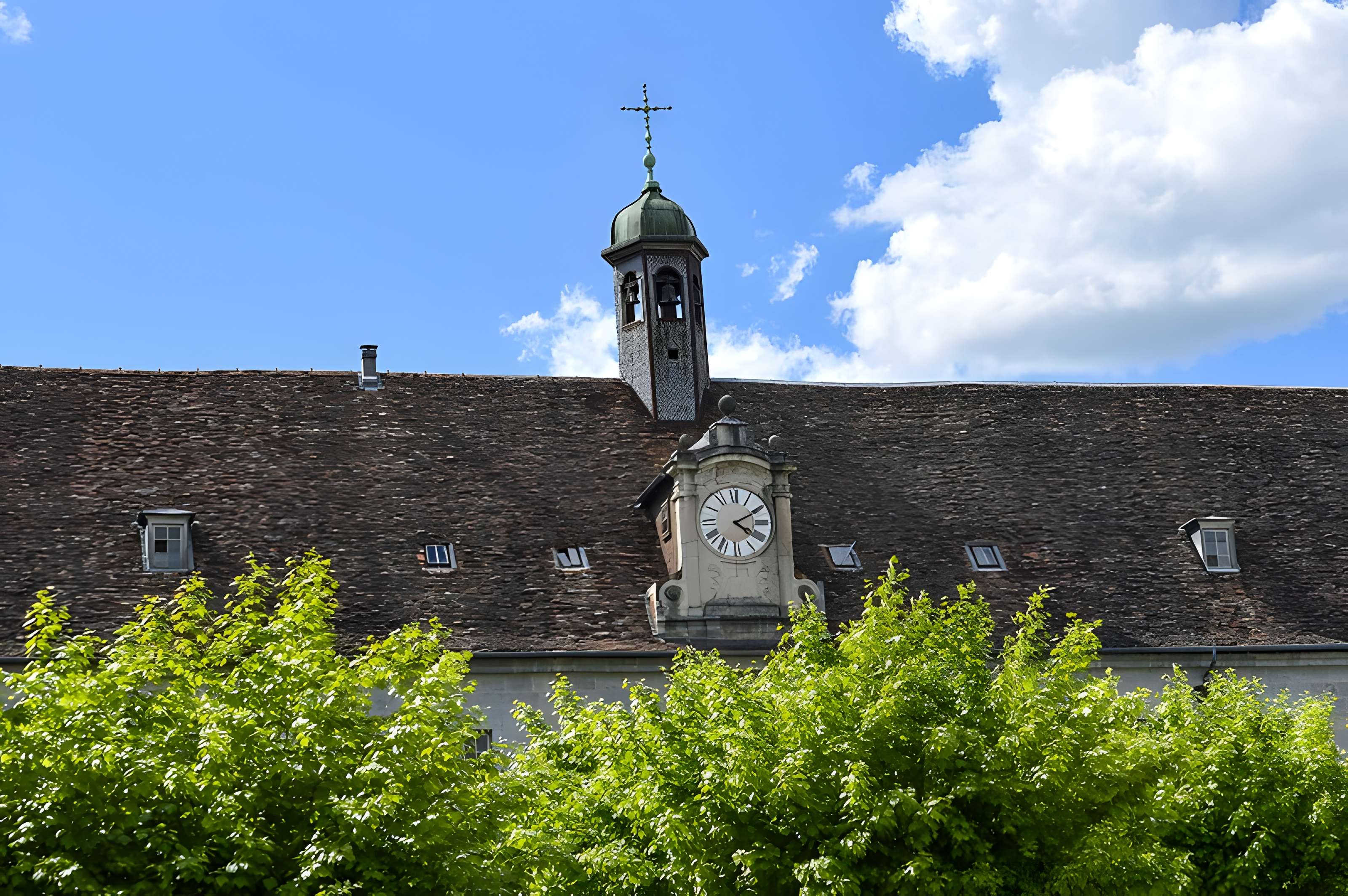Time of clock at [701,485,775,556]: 4:10
